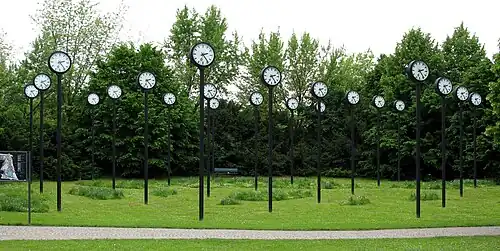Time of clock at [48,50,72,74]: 2:23
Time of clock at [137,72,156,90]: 2:23
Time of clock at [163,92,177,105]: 2:23
